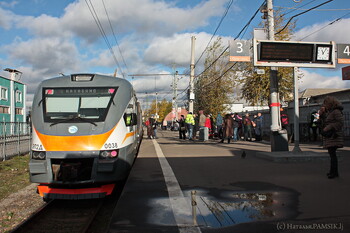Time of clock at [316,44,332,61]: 11:05
